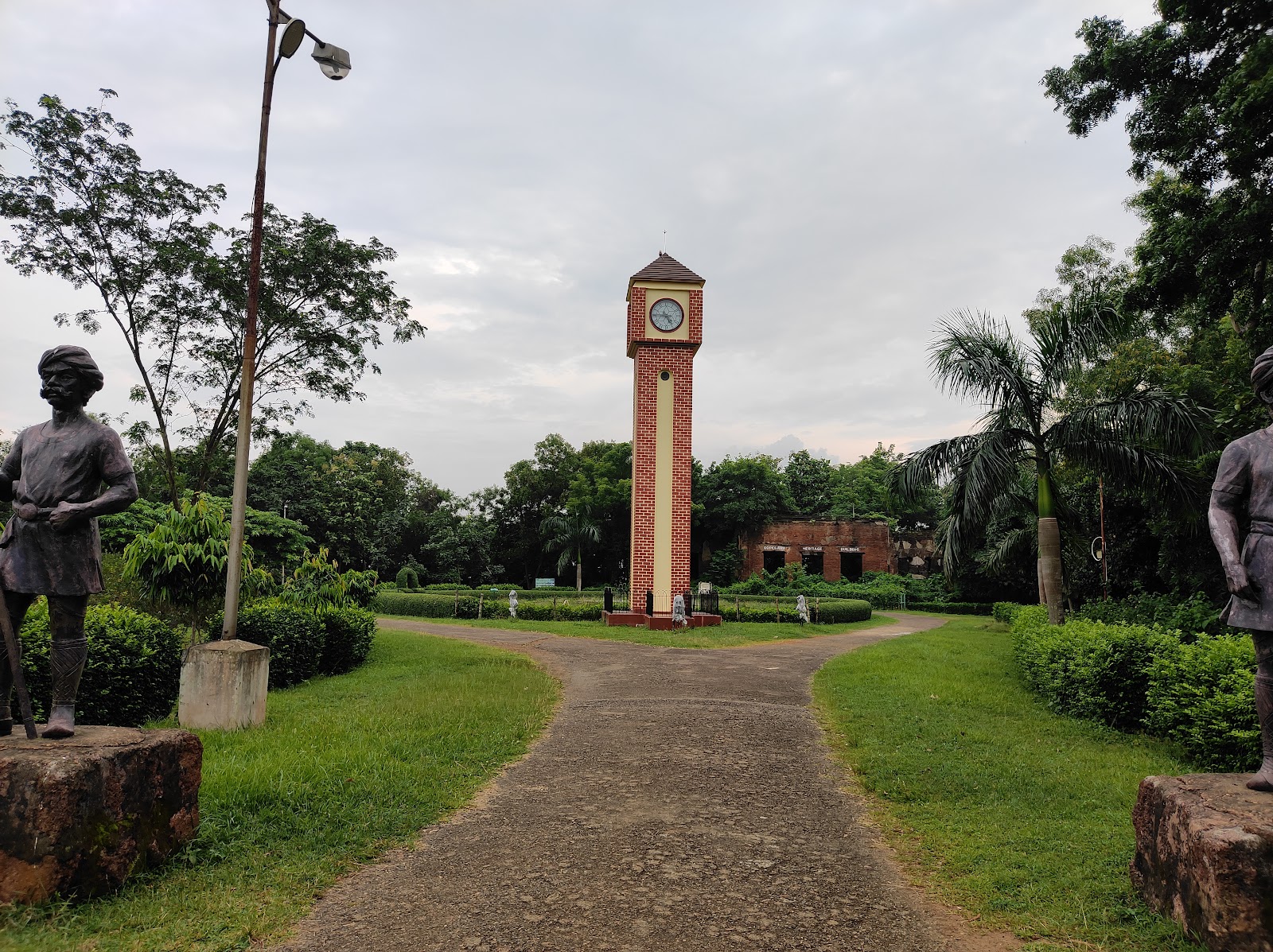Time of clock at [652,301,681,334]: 4:45
